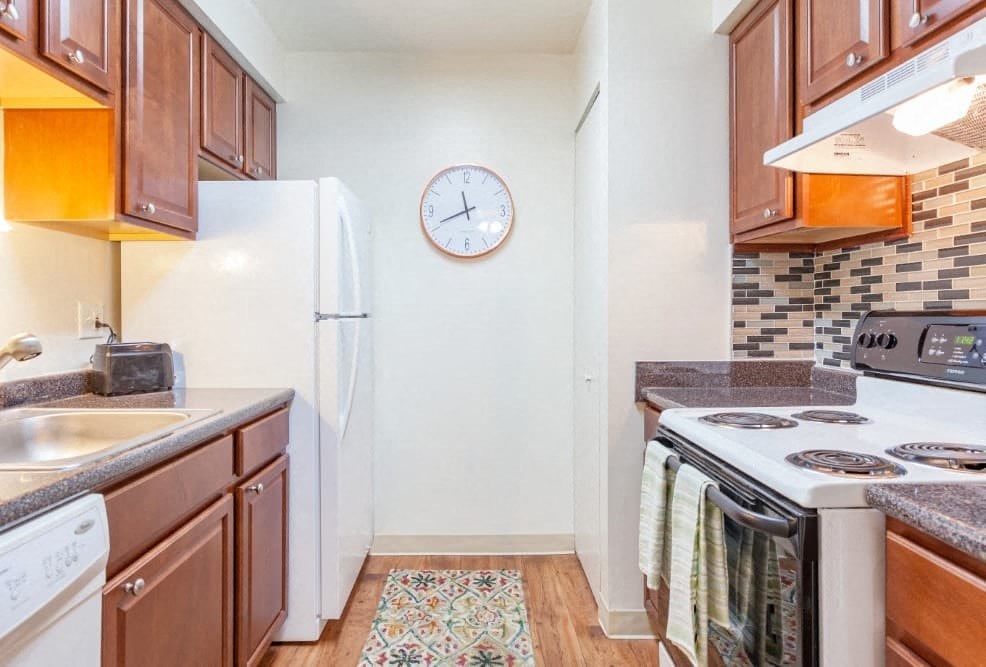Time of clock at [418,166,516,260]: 11:41
